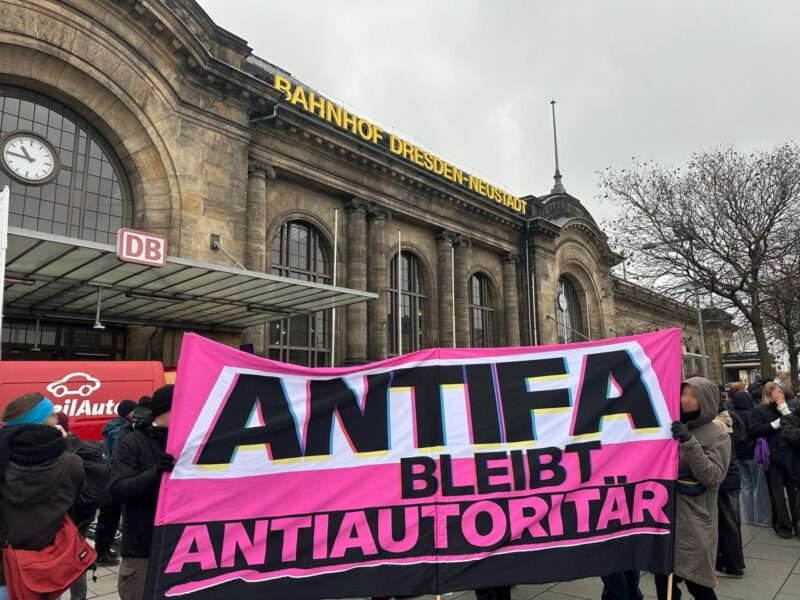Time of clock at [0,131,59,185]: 10:45
